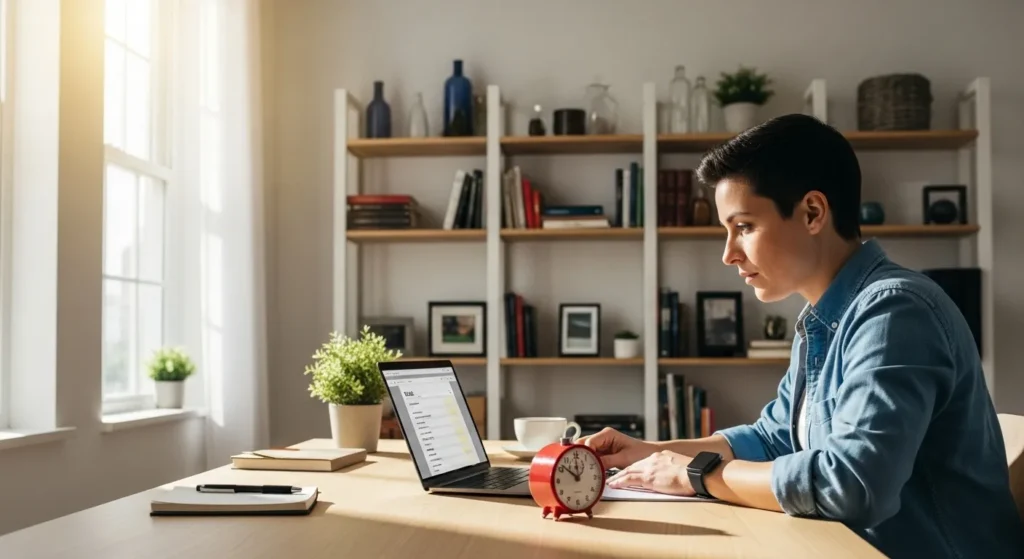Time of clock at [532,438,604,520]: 11:51
